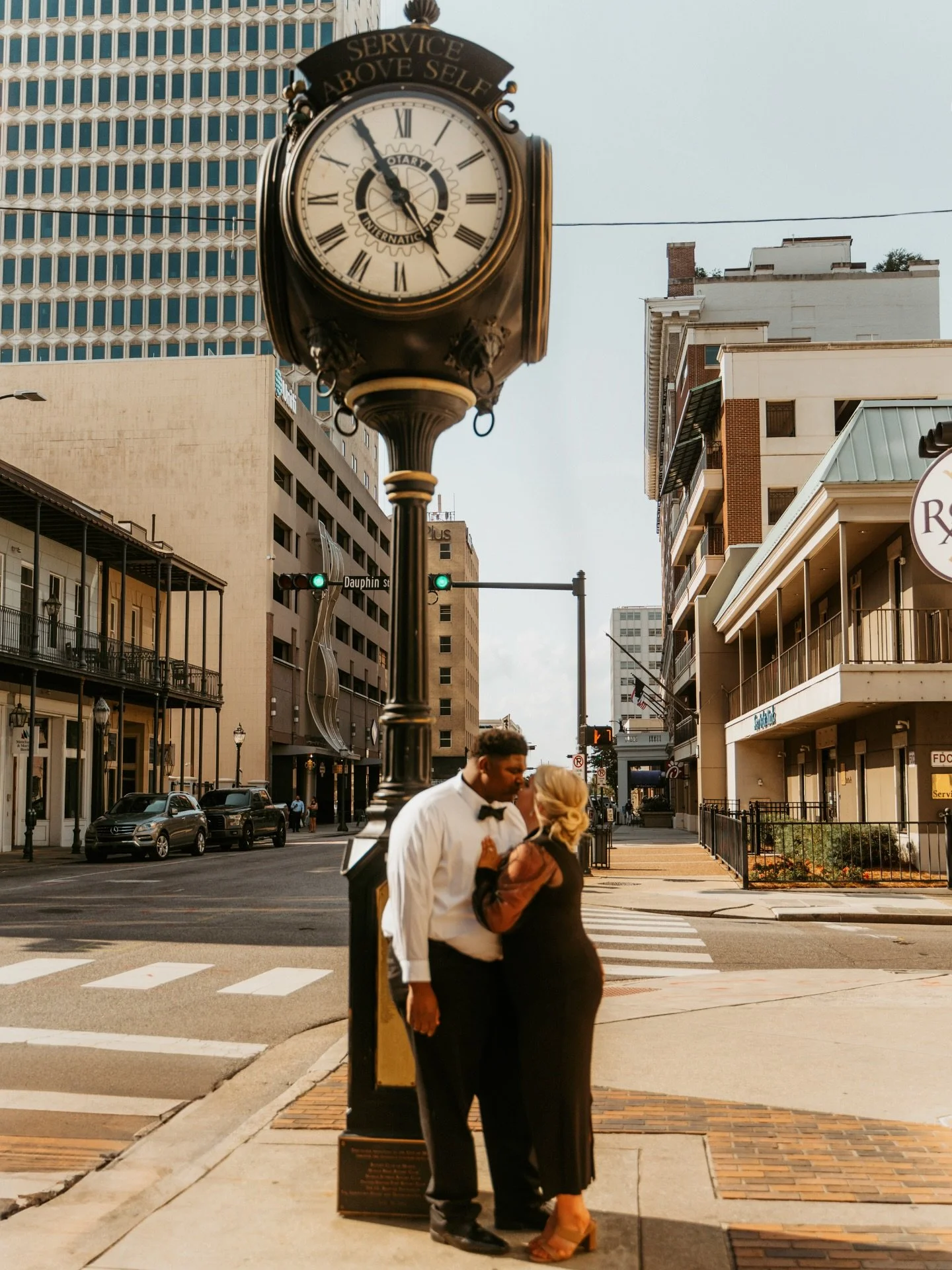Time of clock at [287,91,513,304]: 4:54
